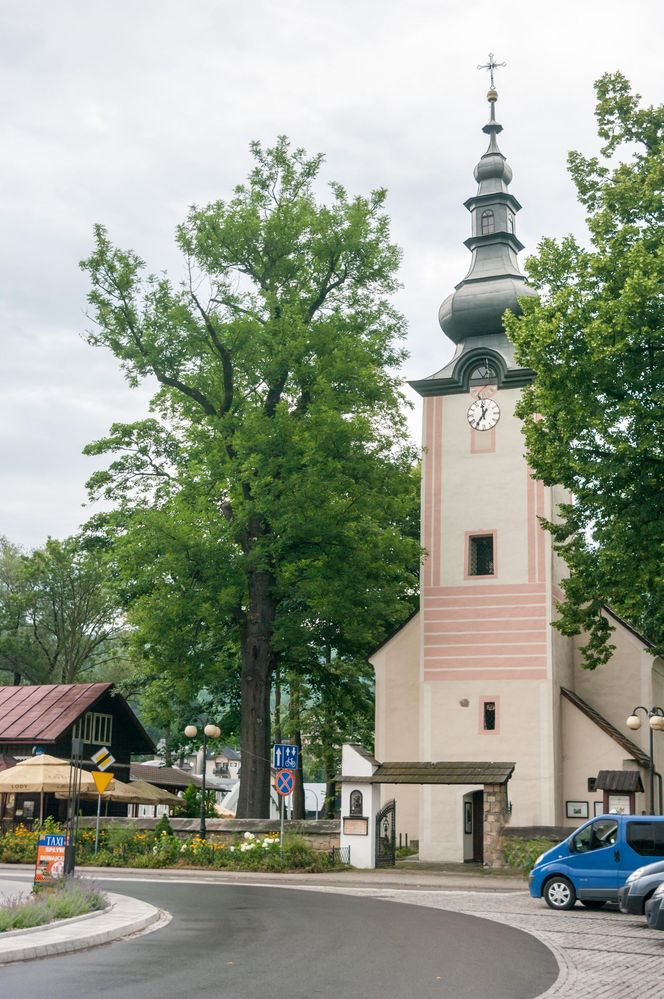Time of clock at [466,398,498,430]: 11:35
